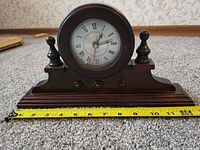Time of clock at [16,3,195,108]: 1:13
